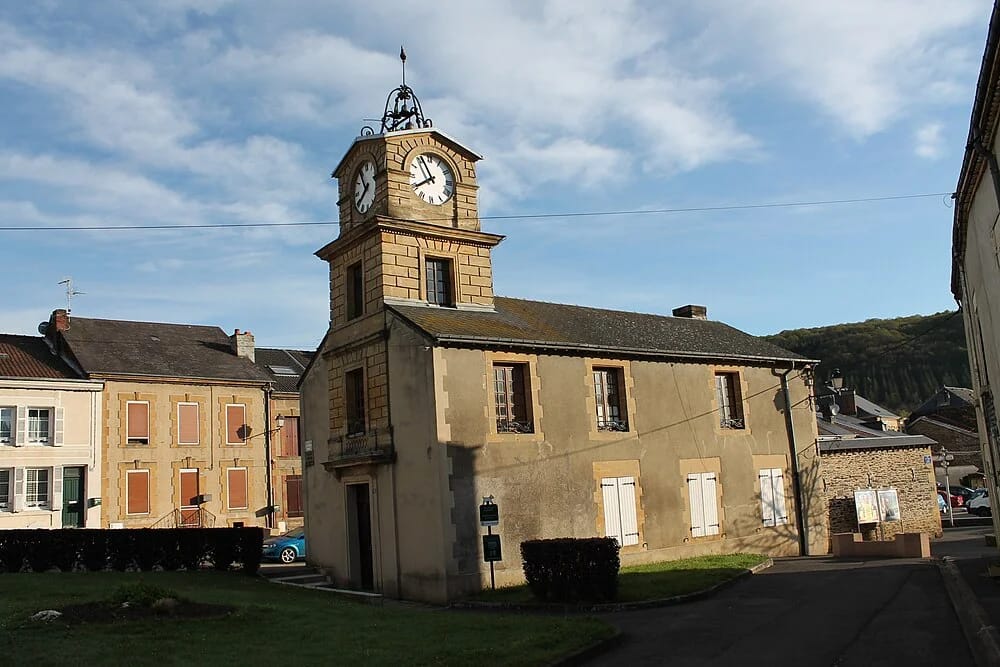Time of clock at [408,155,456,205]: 7:55
